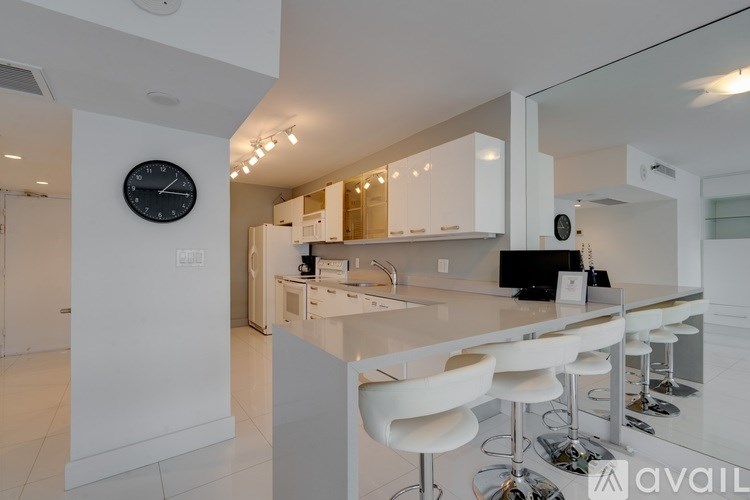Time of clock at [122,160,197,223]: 1:14
